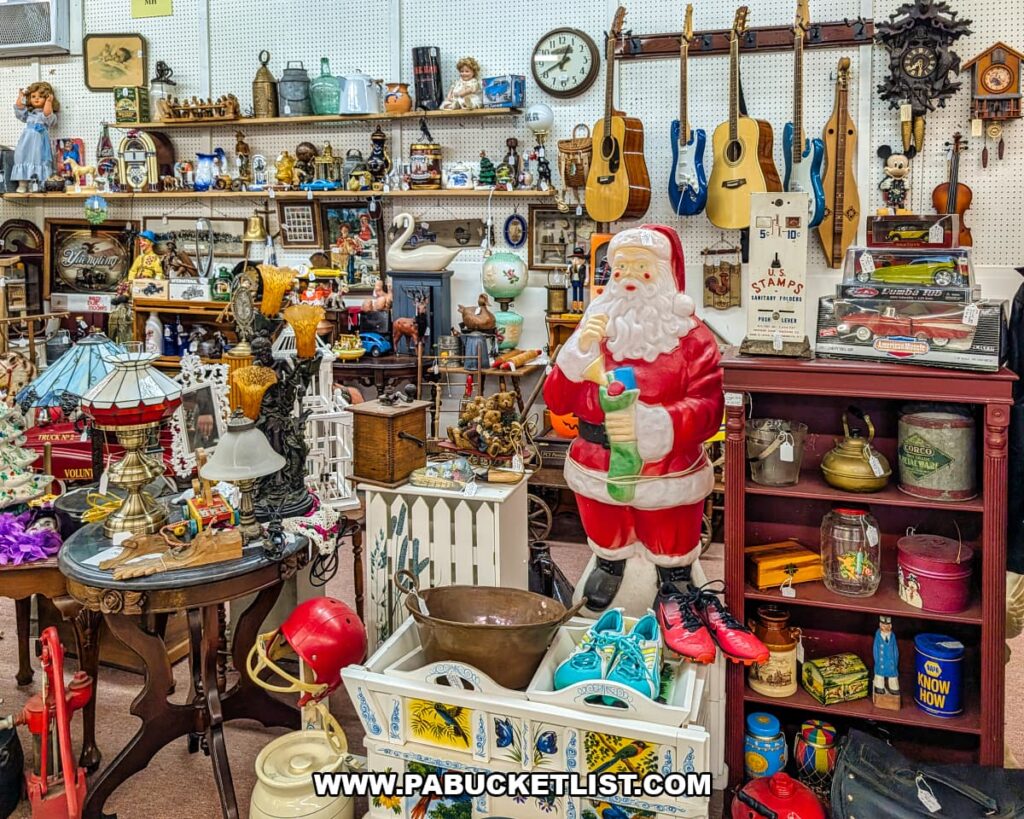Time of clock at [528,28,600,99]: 12:41
